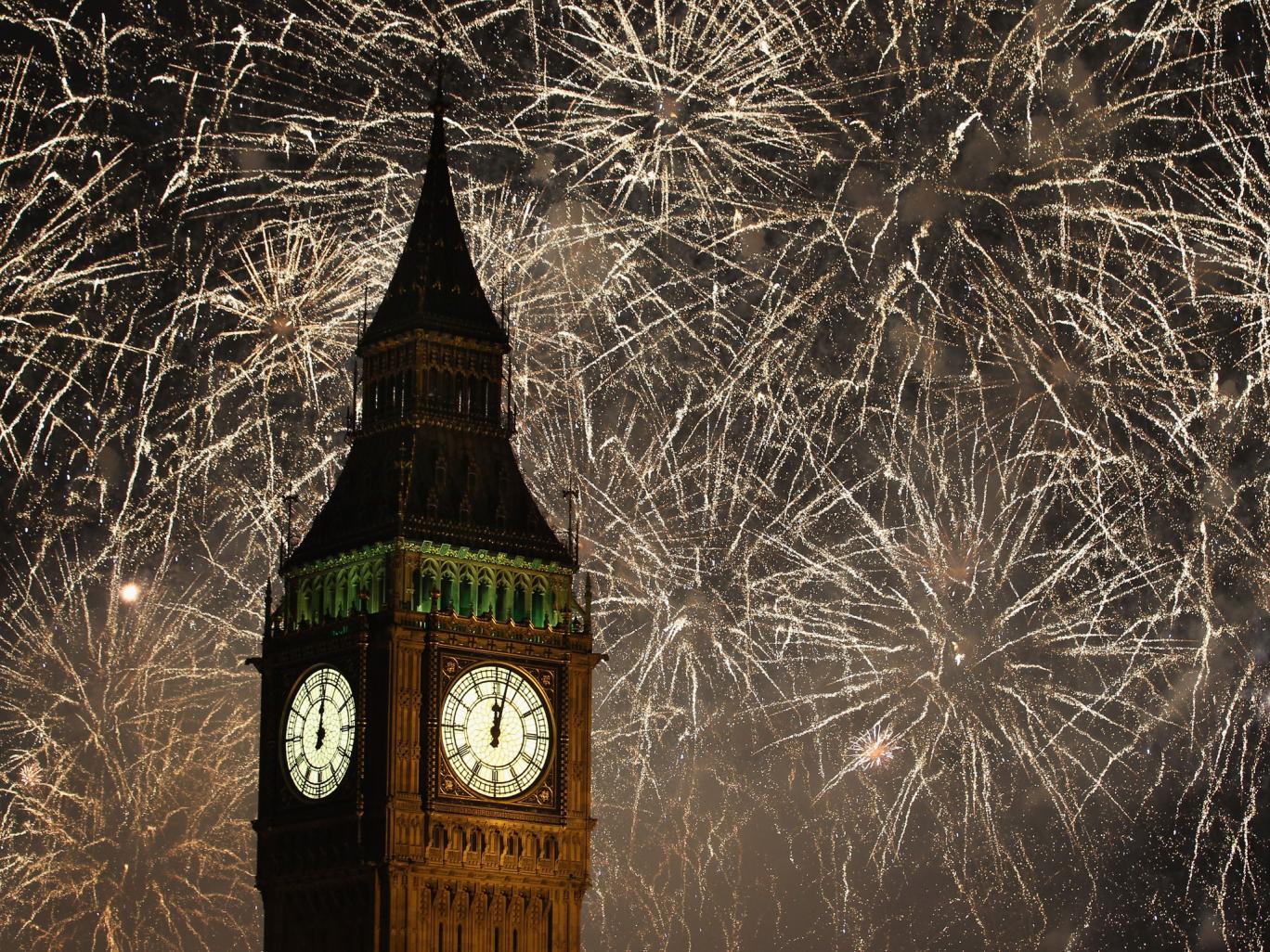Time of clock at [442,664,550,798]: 12:02
